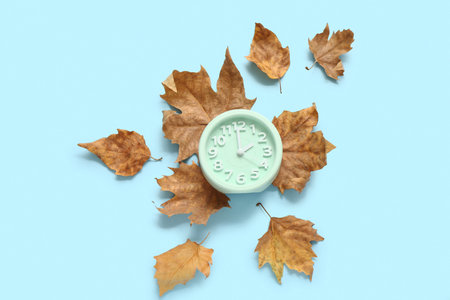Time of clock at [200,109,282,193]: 1:59
